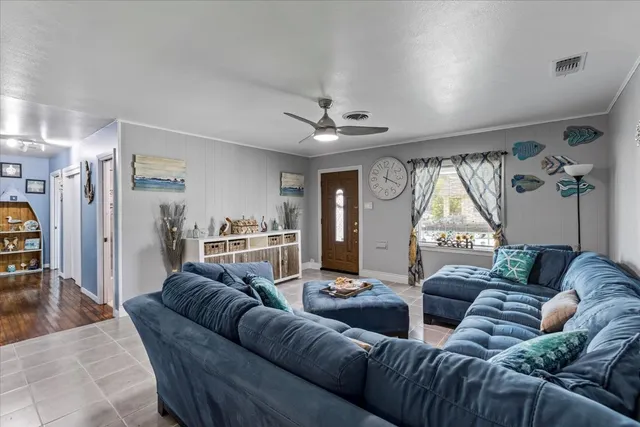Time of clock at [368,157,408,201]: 12:19
